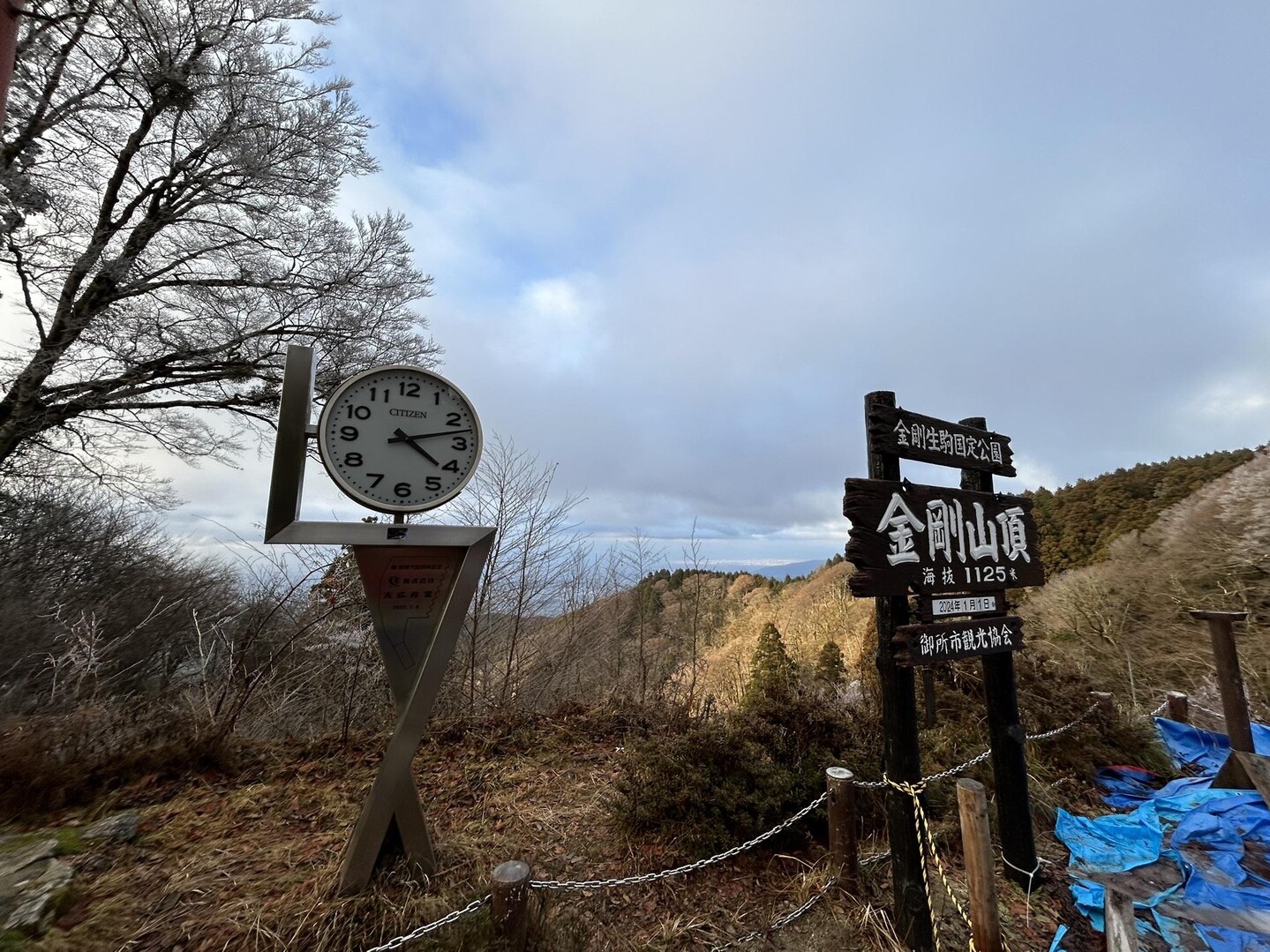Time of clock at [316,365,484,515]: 4:12
